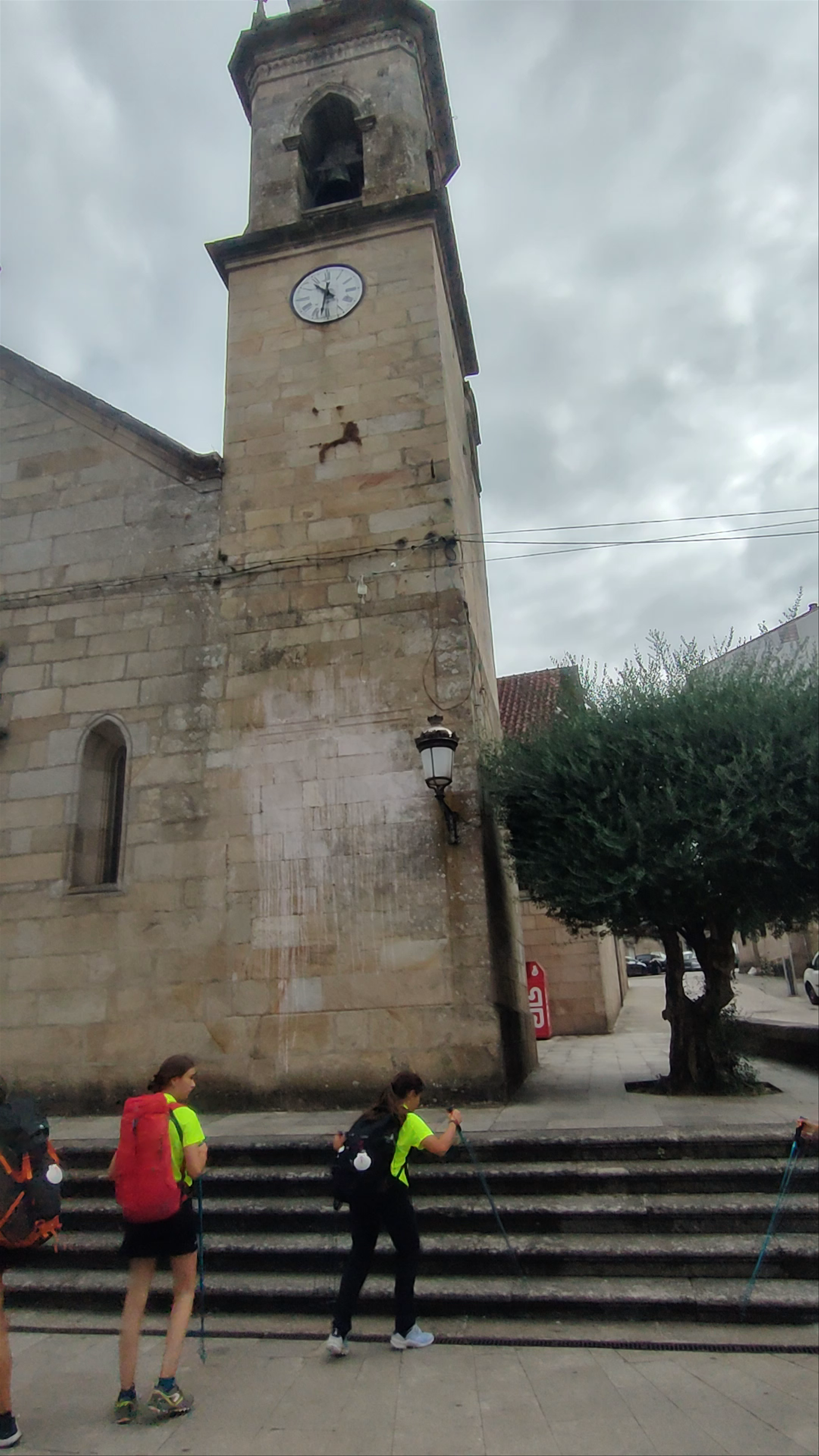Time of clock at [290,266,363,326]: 10:32
